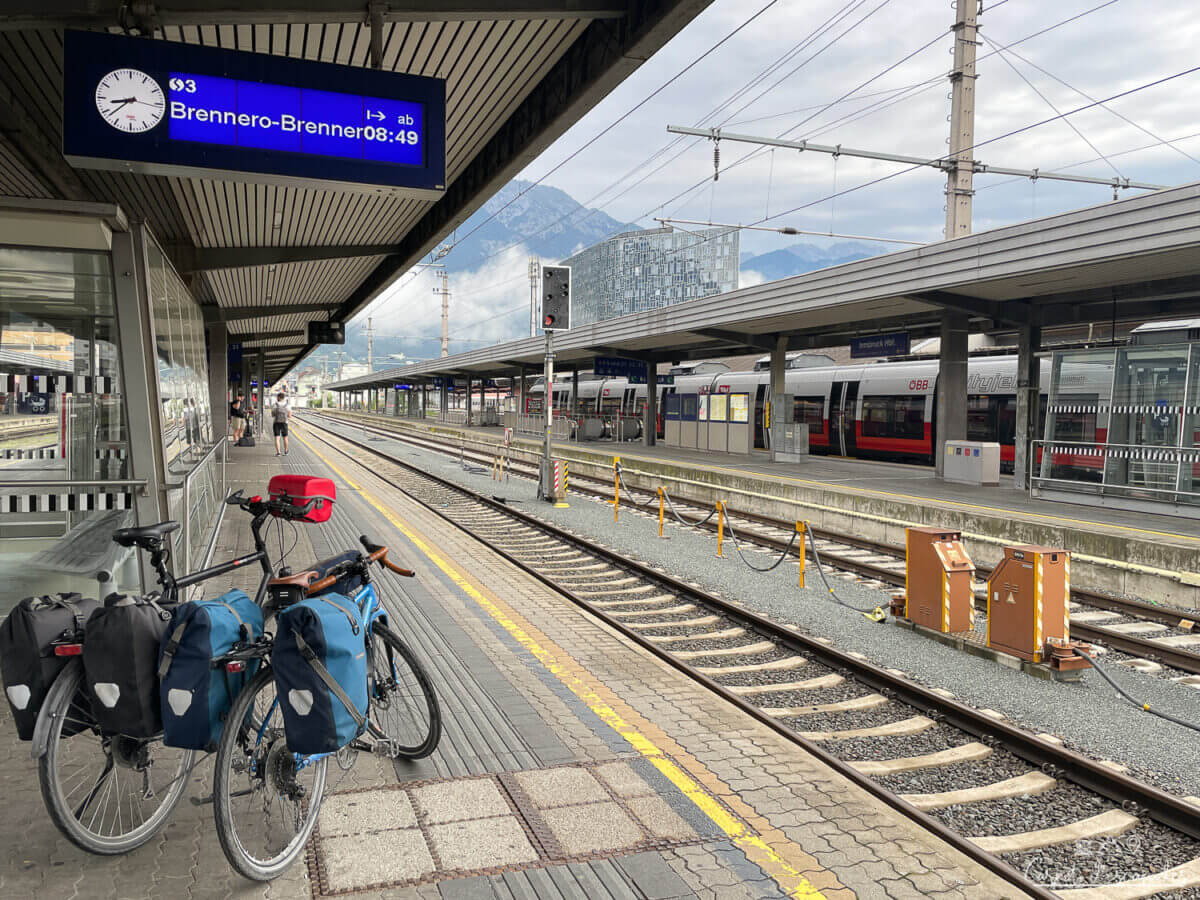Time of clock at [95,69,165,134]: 8:38
